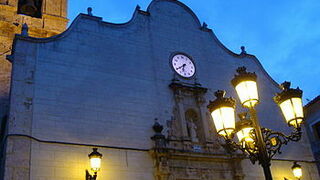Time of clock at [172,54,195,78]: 6:39
